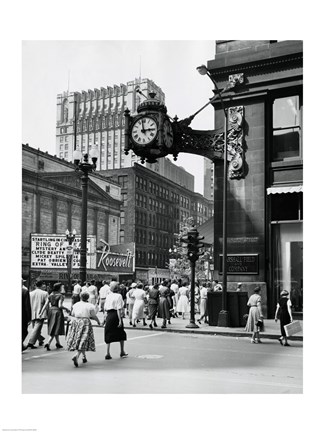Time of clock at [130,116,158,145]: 2:58
